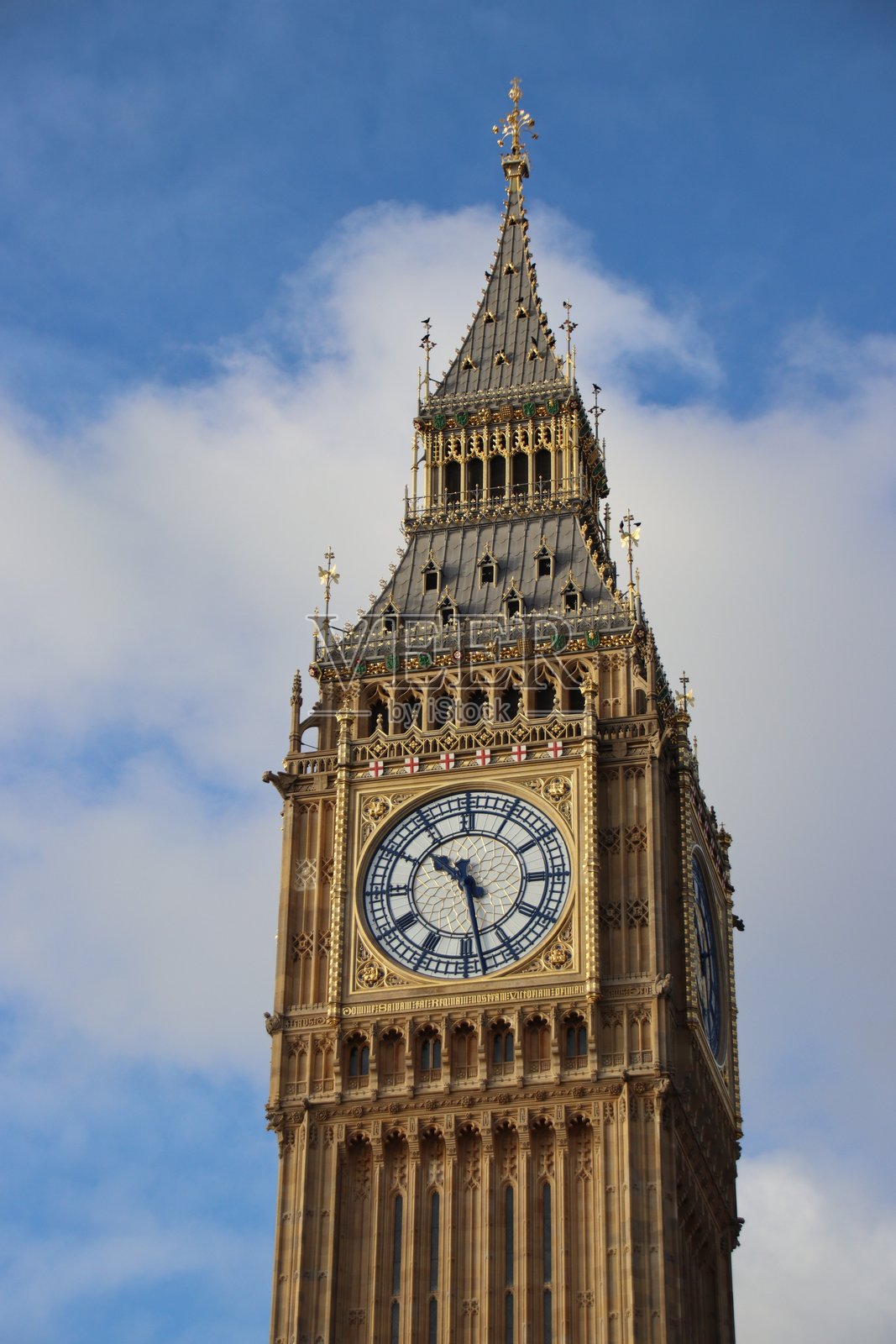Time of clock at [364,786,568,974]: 10:28
